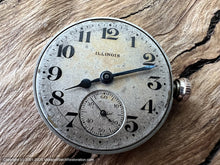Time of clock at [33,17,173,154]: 8:12
